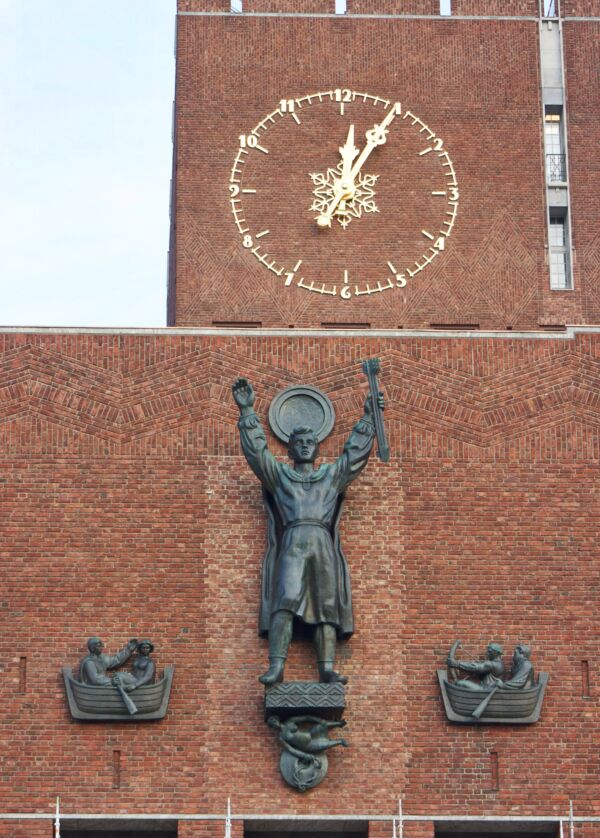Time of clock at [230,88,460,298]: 12:04
